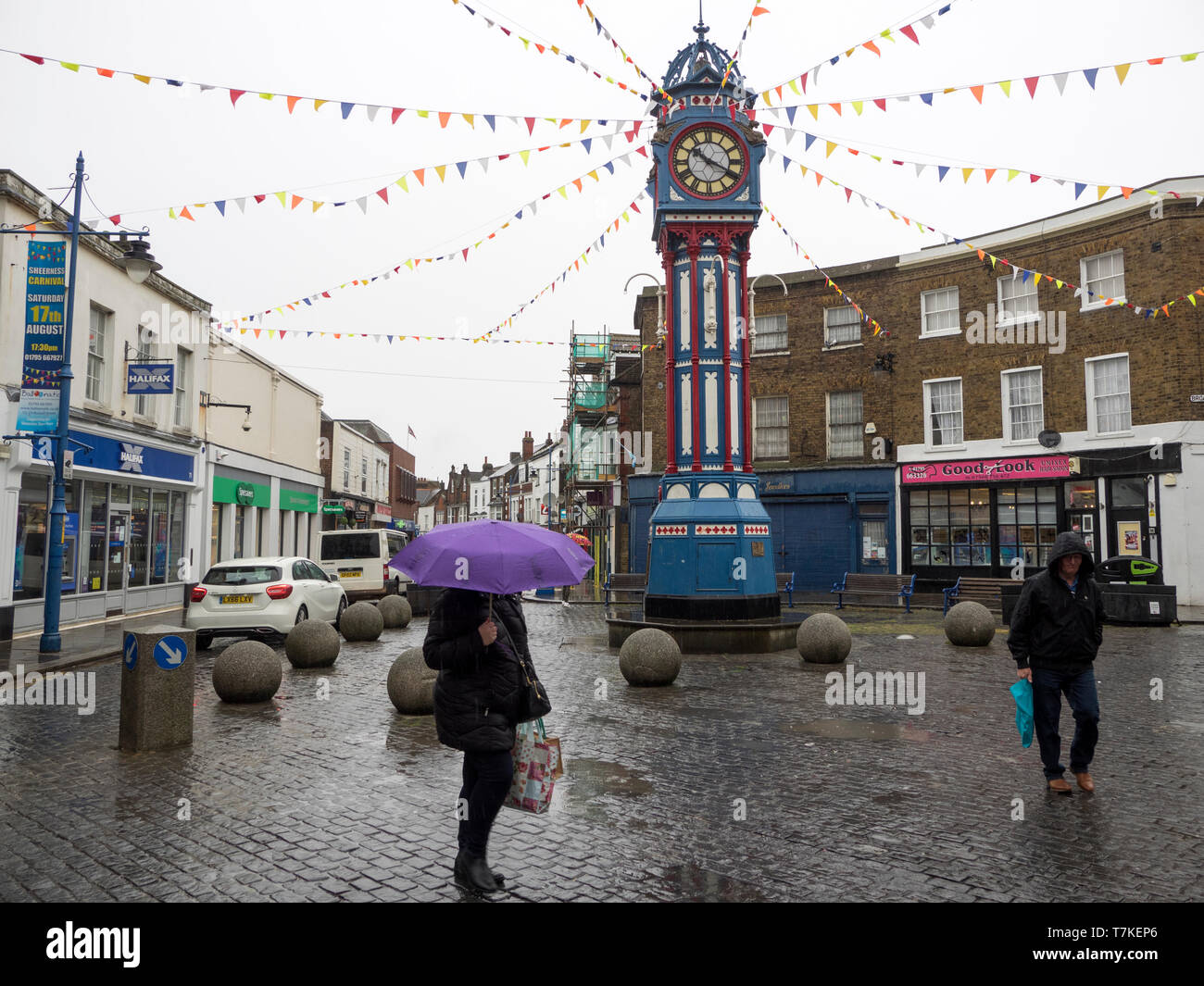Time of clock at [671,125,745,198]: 10:19
